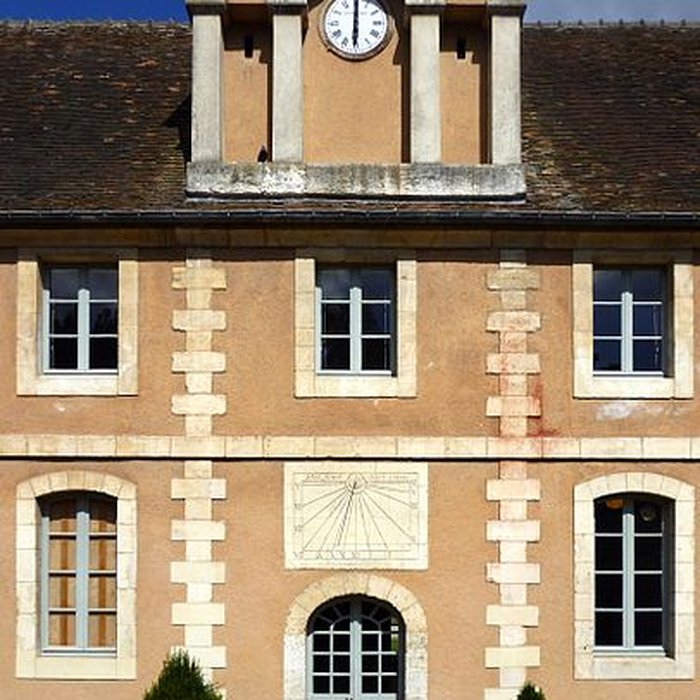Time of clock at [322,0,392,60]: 6:00
